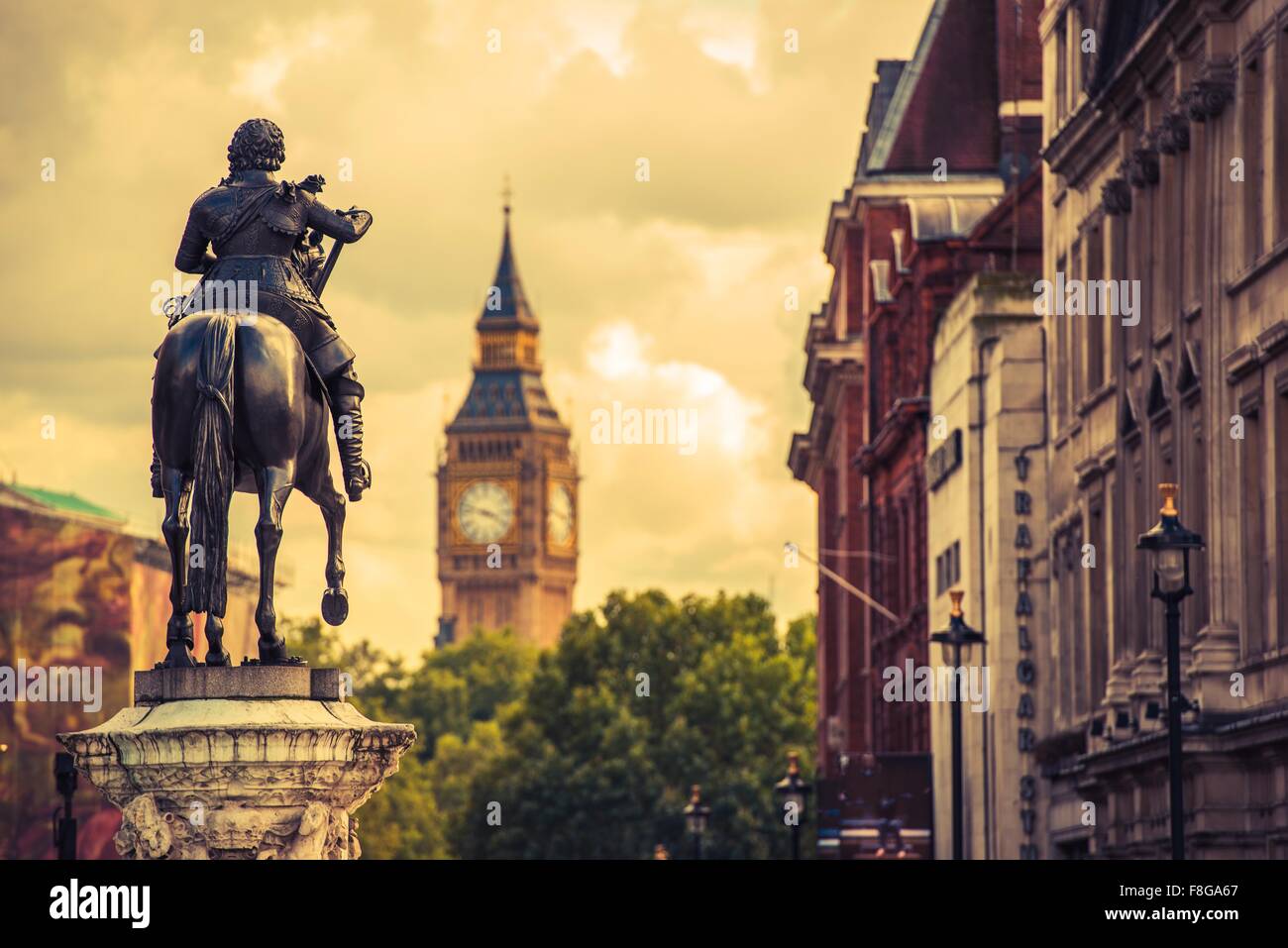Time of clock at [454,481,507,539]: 3:47
